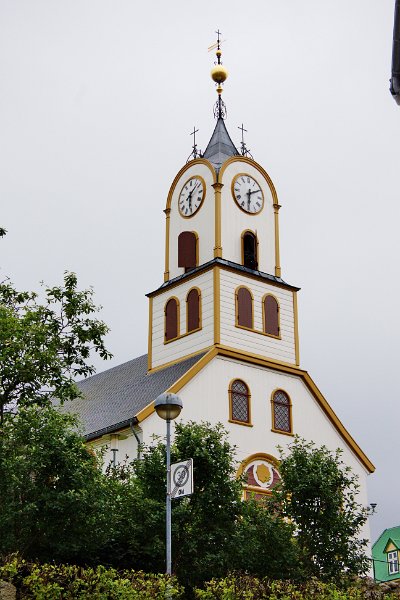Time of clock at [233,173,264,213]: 6:10
